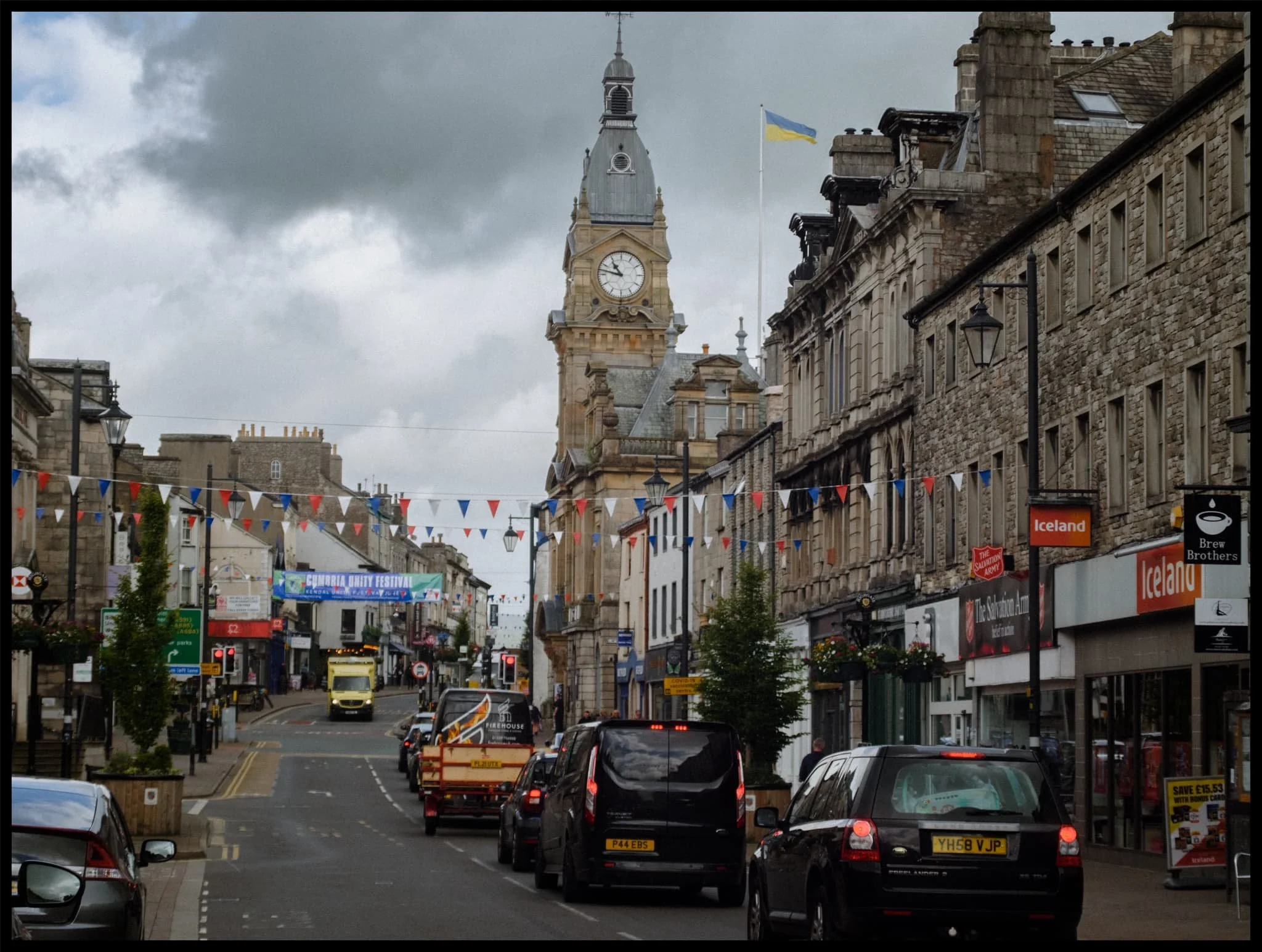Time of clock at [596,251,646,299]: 10:47
